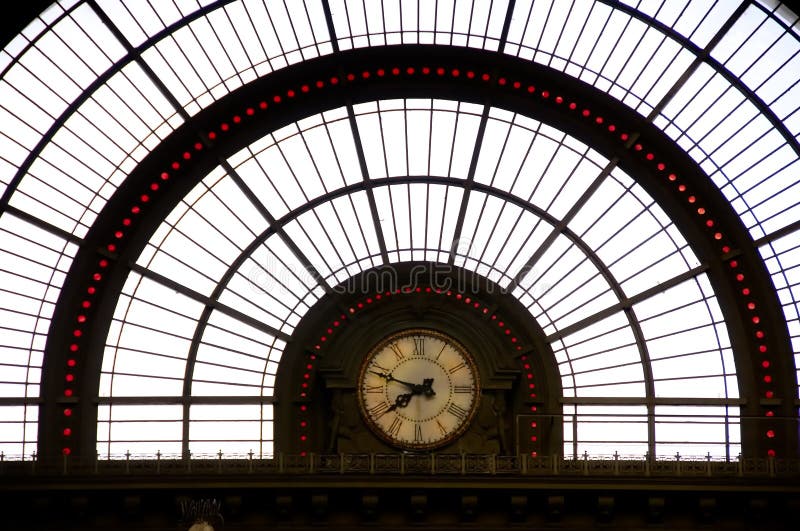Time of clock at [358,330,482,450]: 7:48
